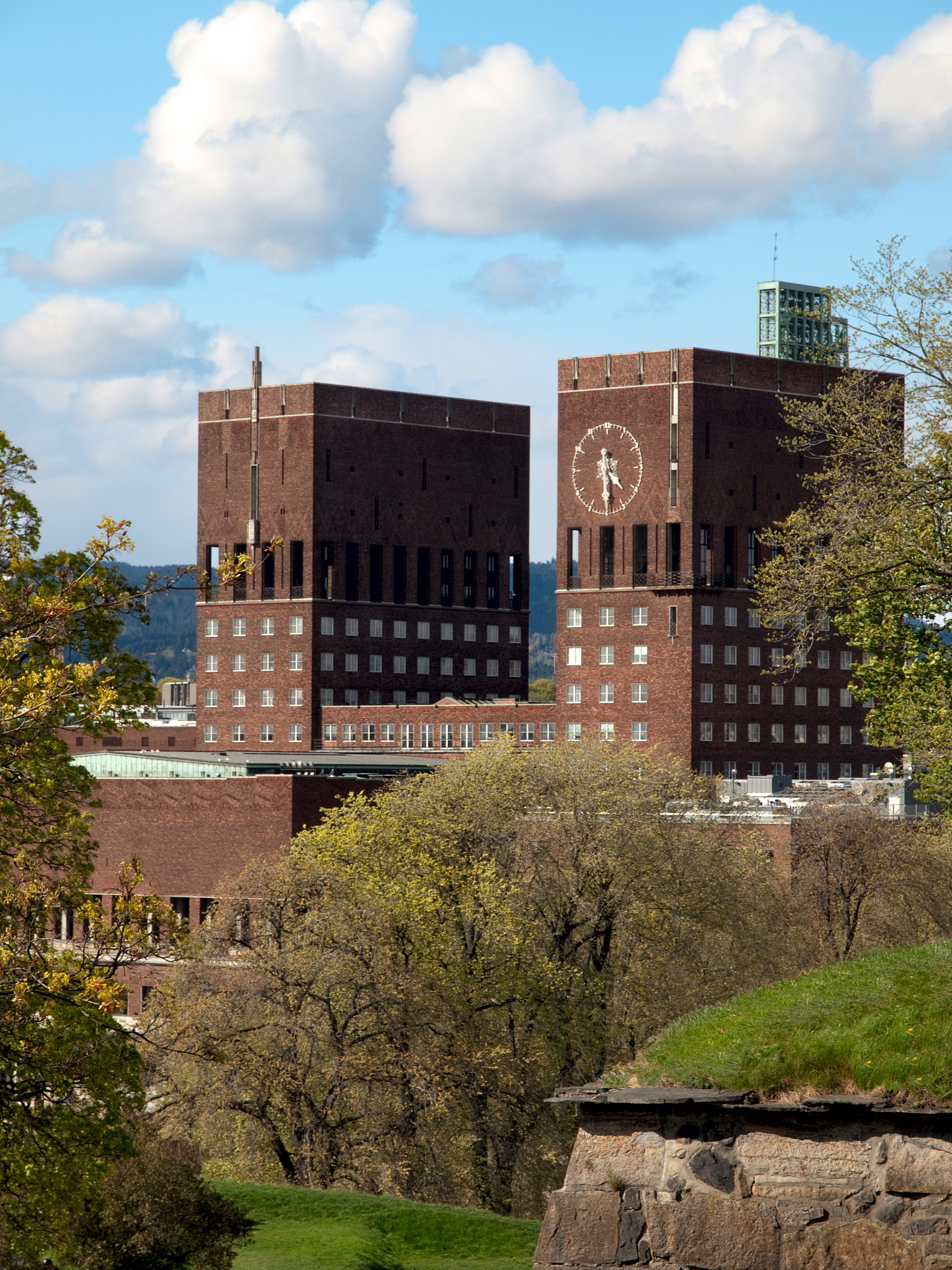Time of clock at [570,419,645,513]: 4:29
